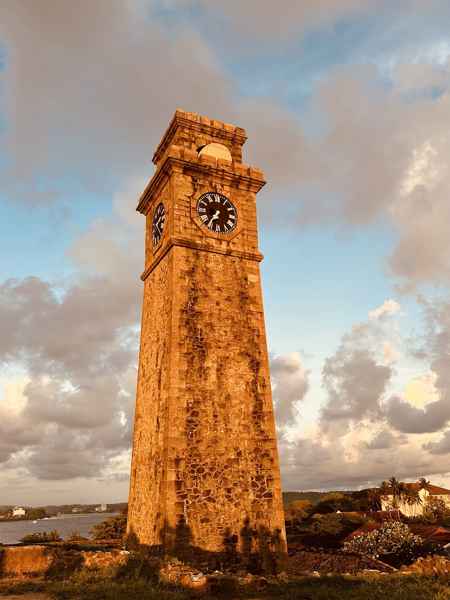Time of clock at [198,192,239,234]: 7:36
